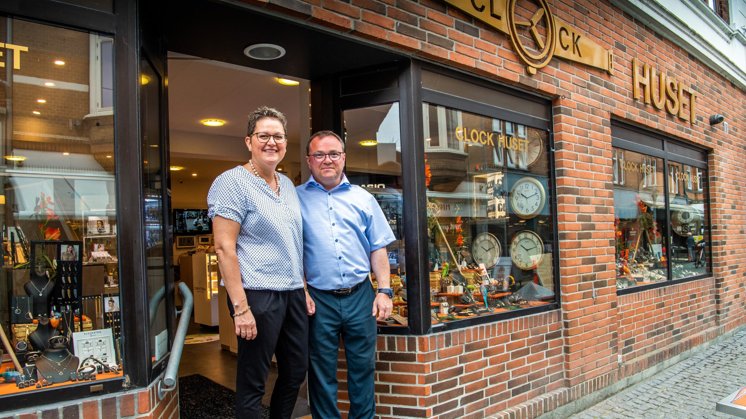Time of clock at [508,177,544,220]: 10:11
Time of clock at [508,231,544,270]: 10:12
